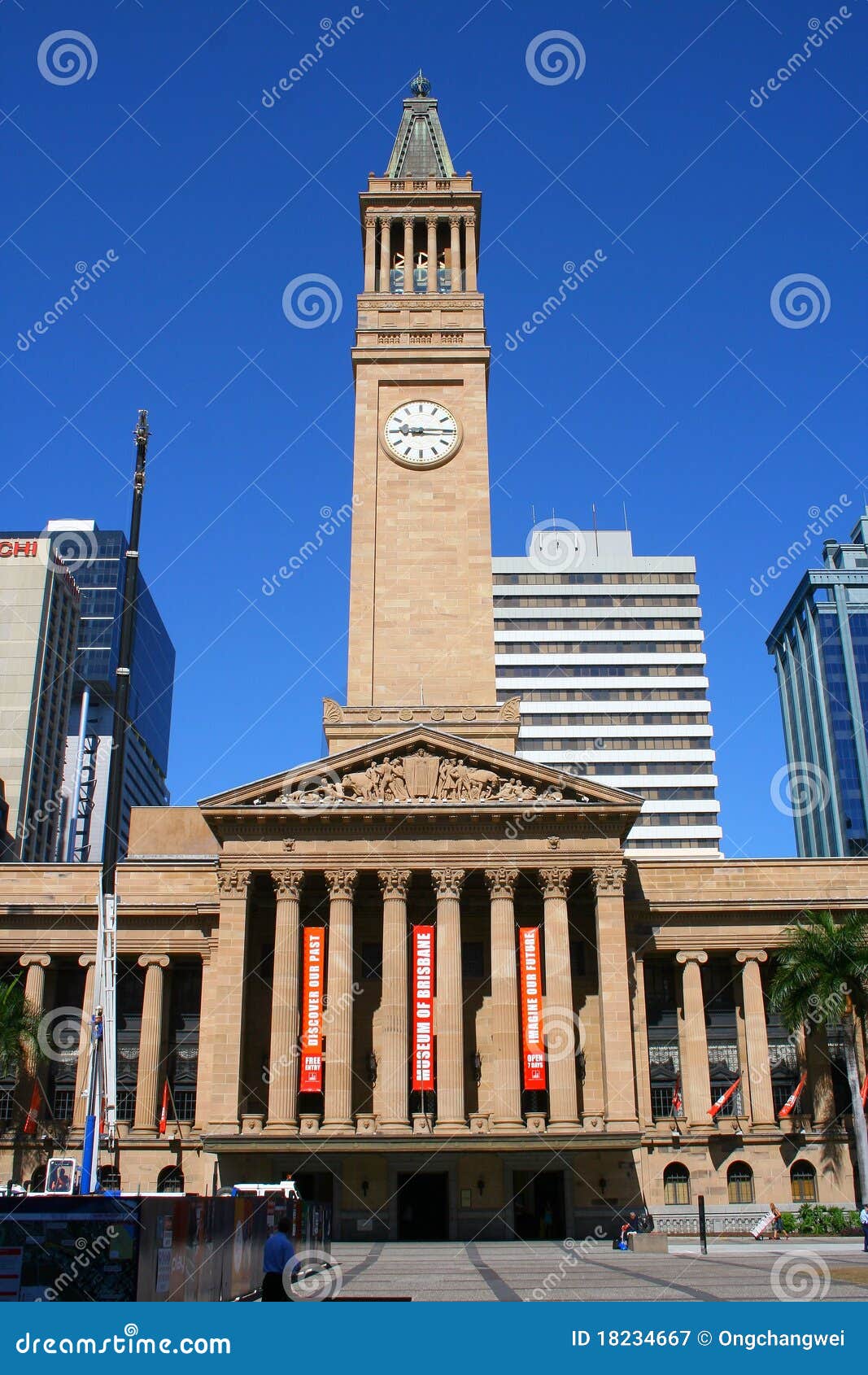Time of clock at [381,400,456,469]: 9:14
